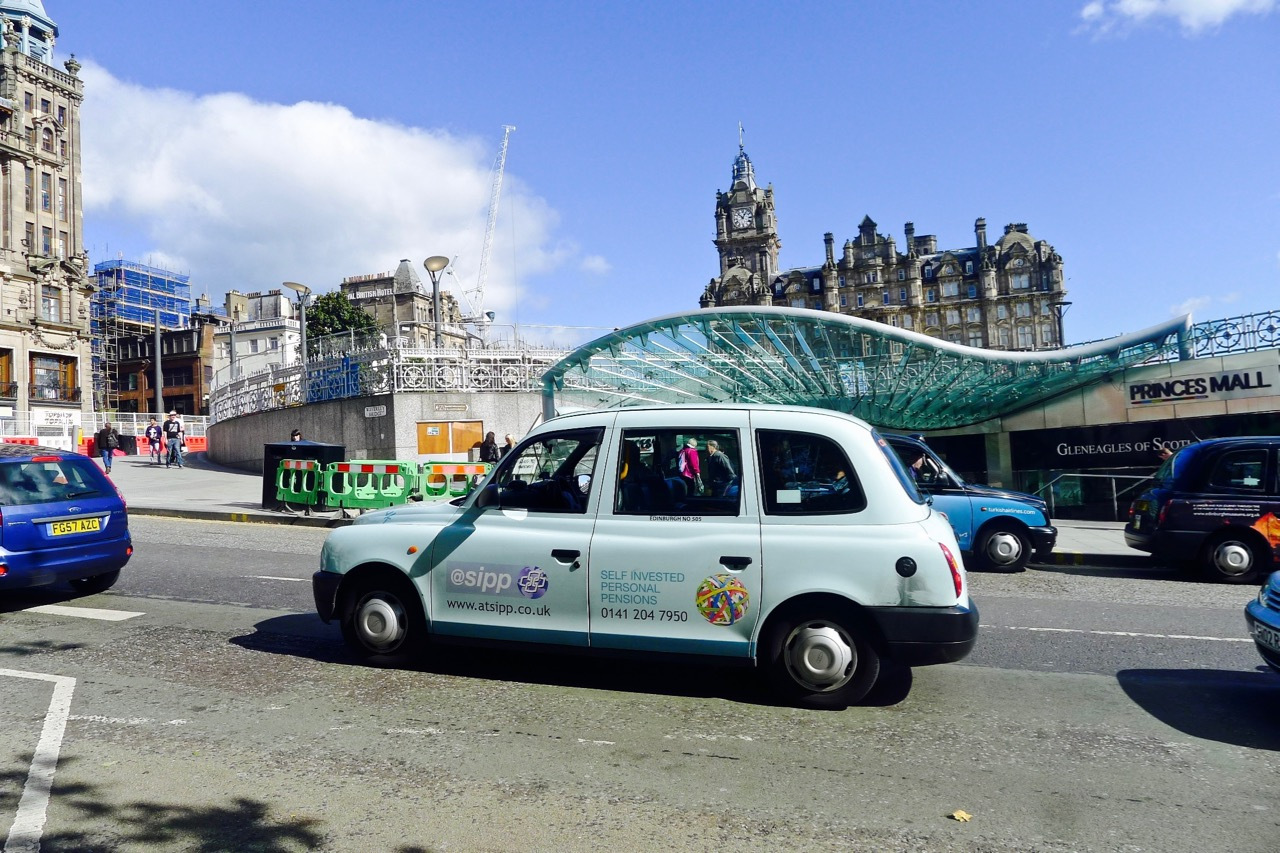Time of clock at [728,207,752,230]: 12:52
